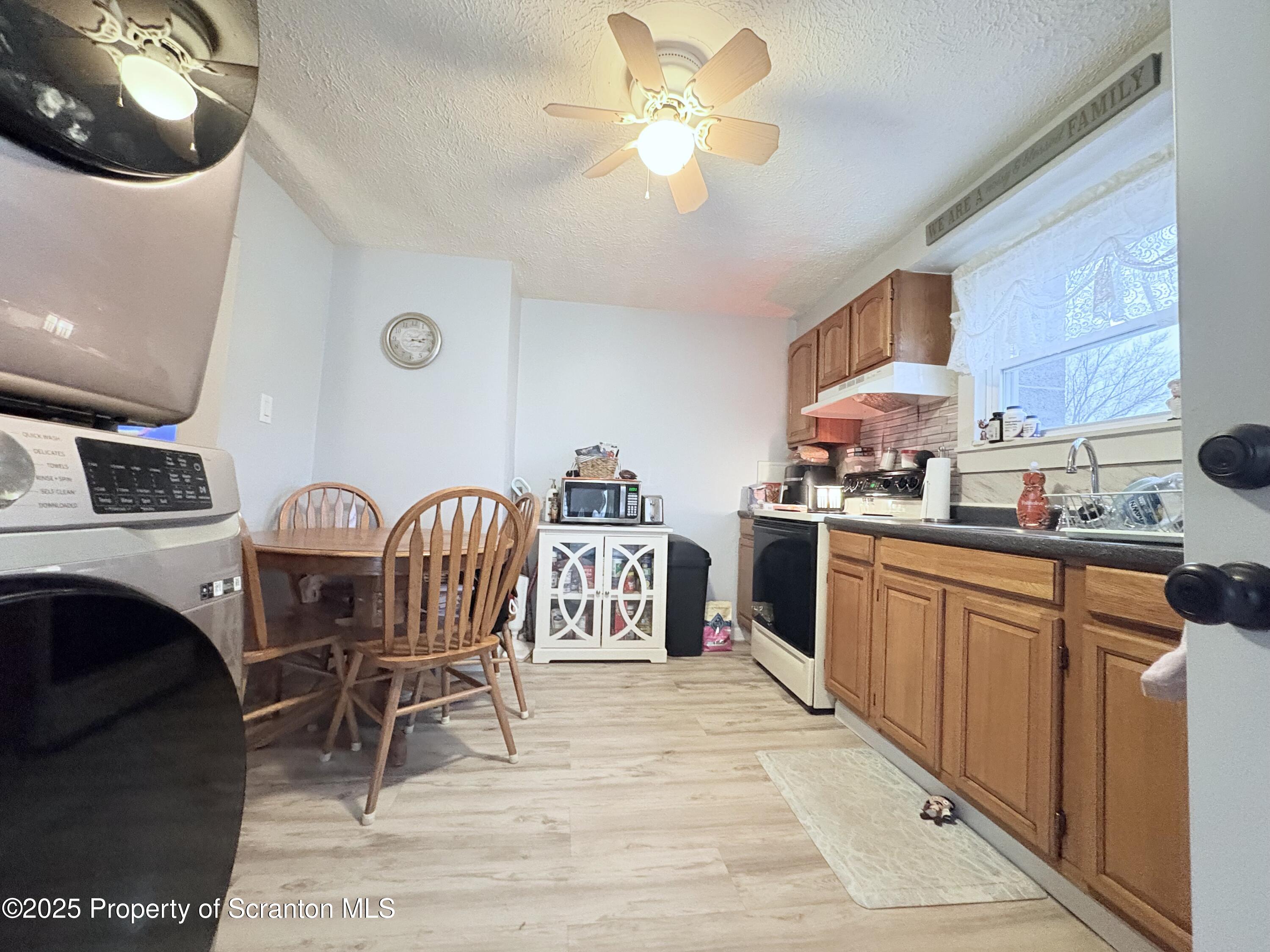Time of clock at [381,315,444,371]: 3:12
